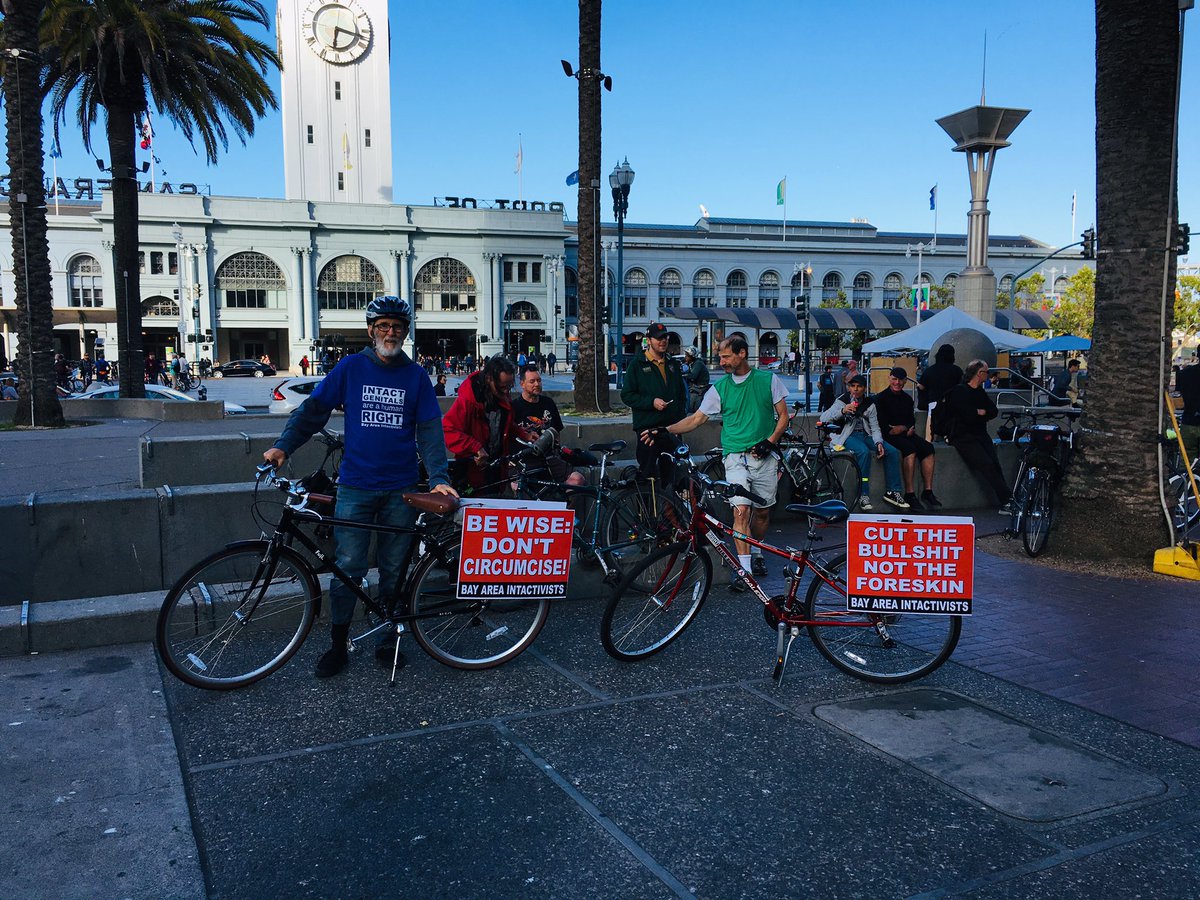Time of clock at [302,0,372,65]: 6:17
